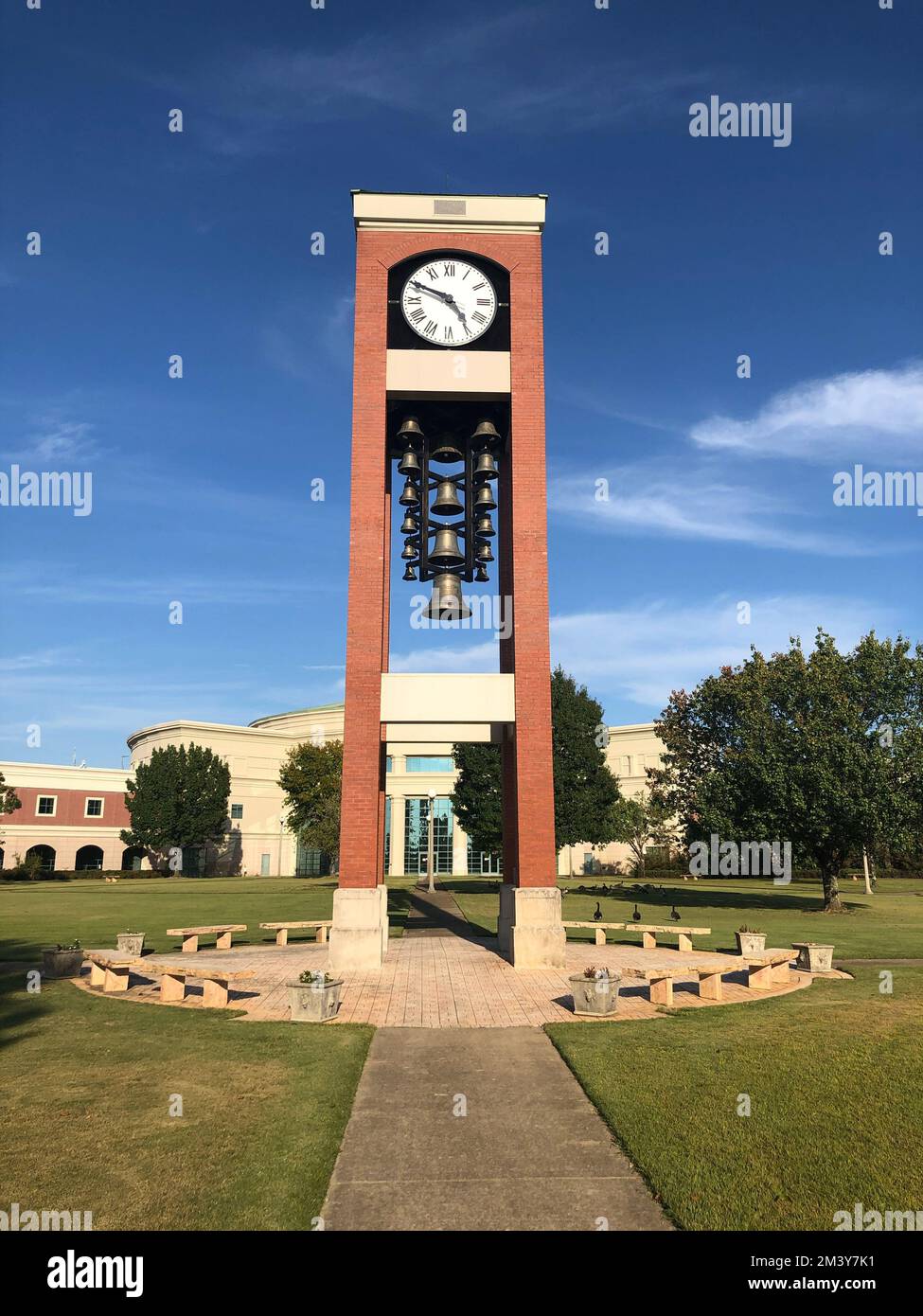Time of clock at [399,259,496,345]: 4:49
